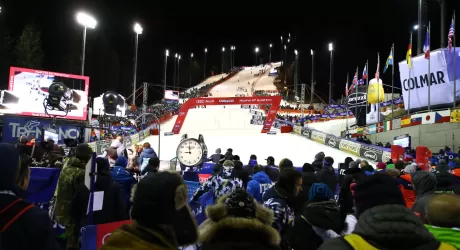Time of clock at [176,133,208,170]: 8:59
